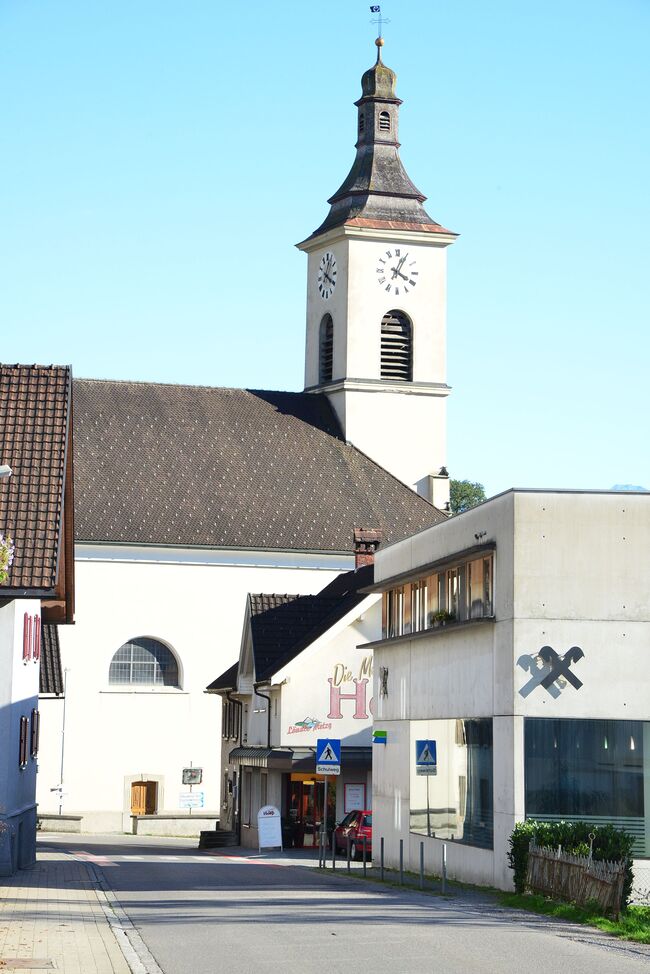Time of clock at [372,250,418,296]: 4:04
